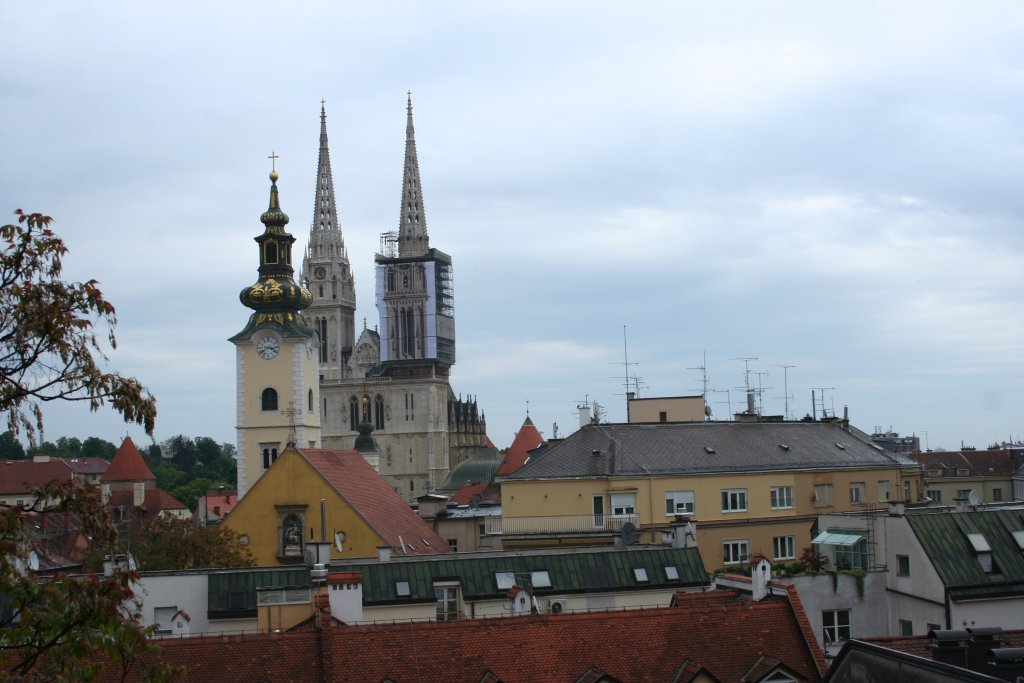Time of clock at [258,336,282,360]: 3:39
